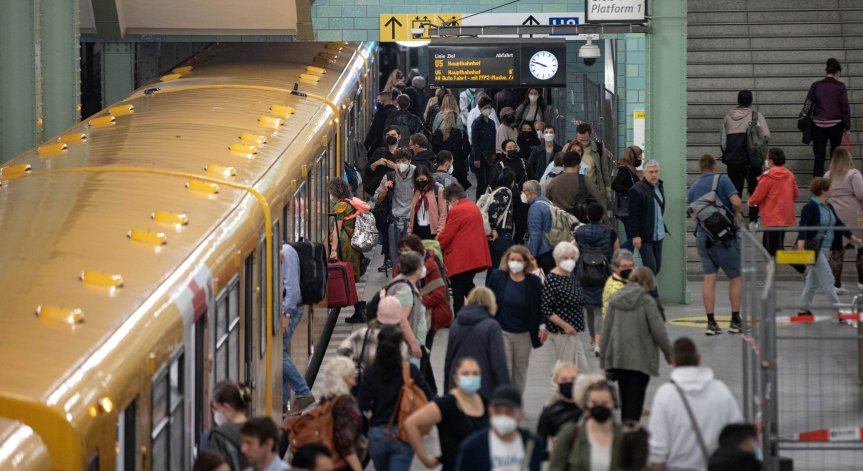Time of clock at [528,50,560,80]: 9:48
